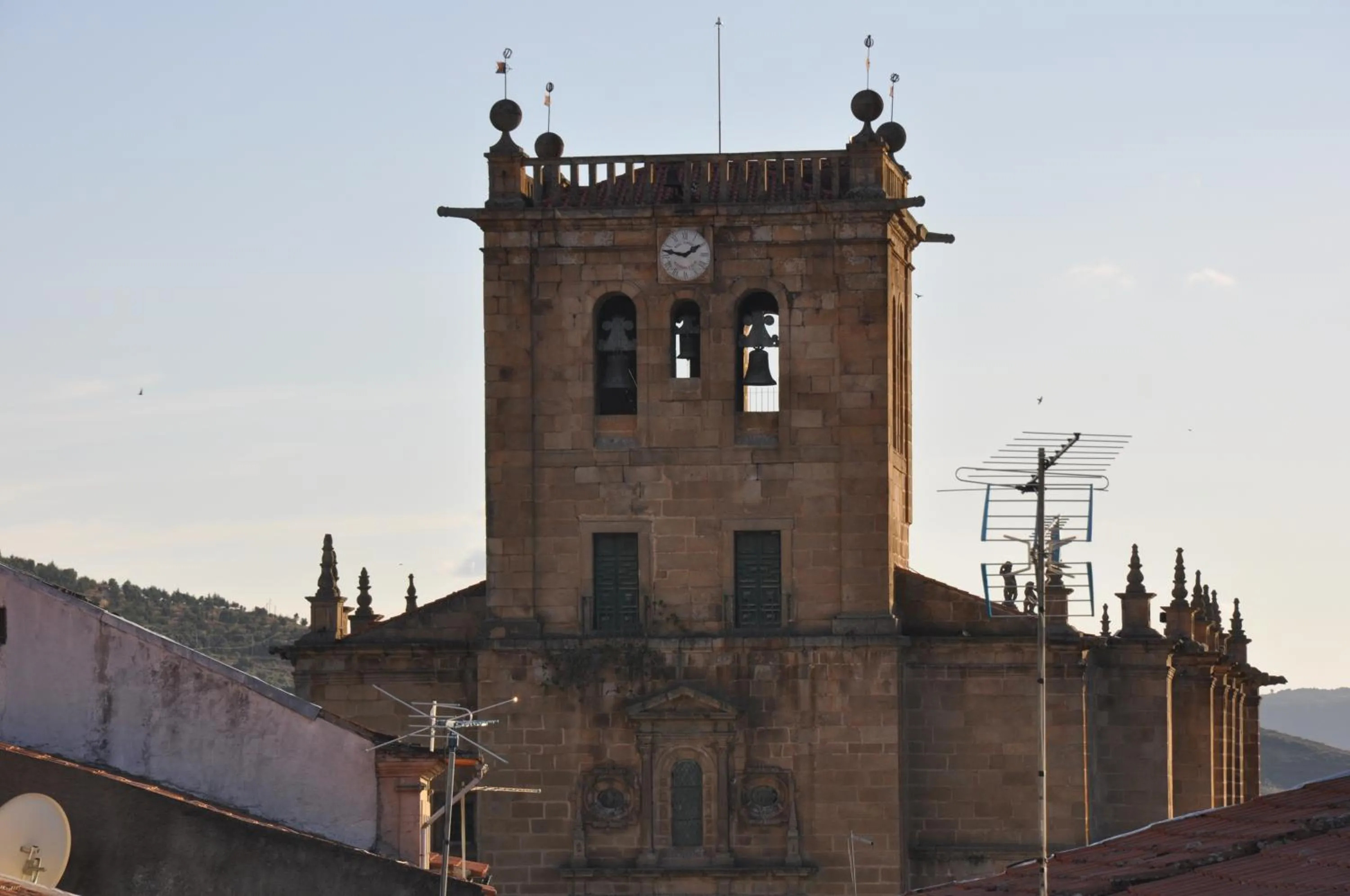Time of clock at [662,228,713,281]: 1:47
